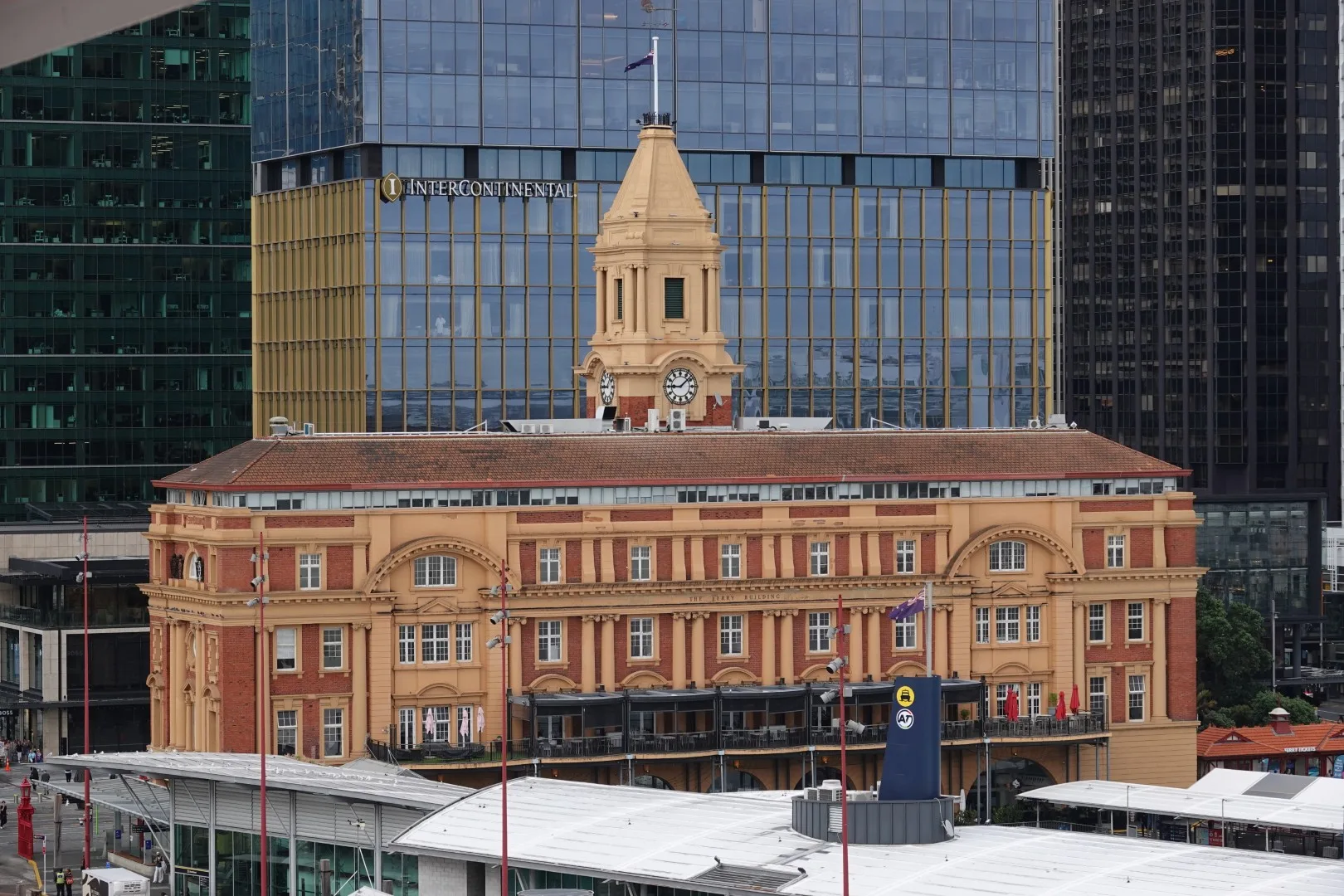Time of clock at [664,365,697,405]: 9:08
